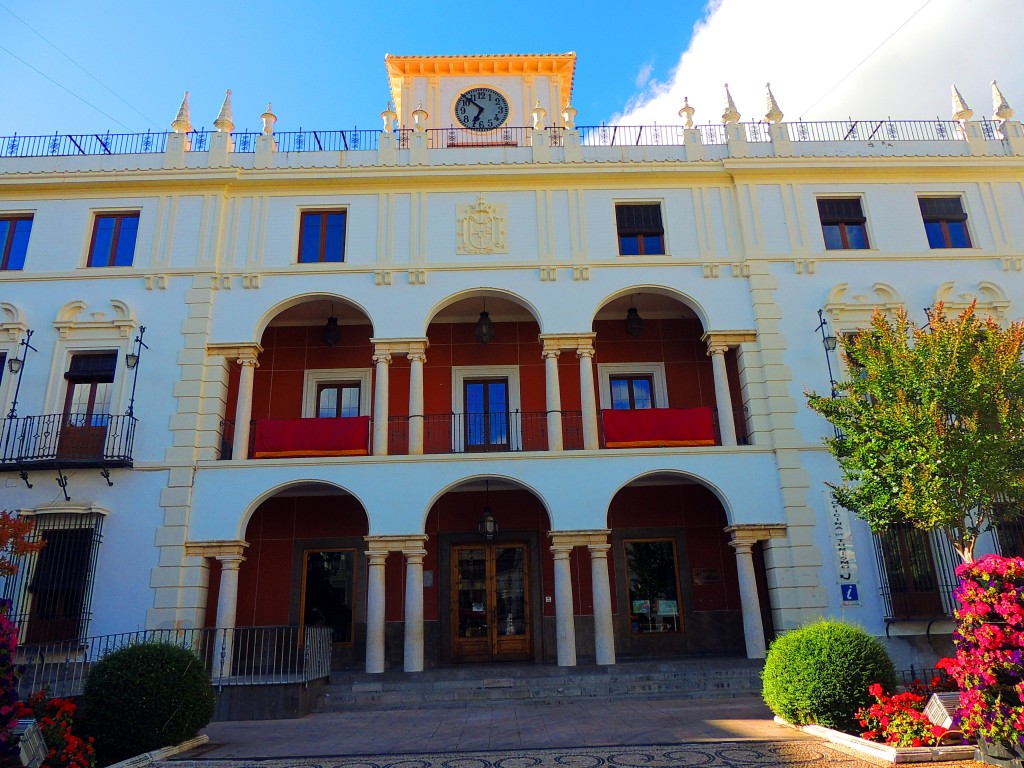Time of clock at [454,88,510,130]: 6:52
